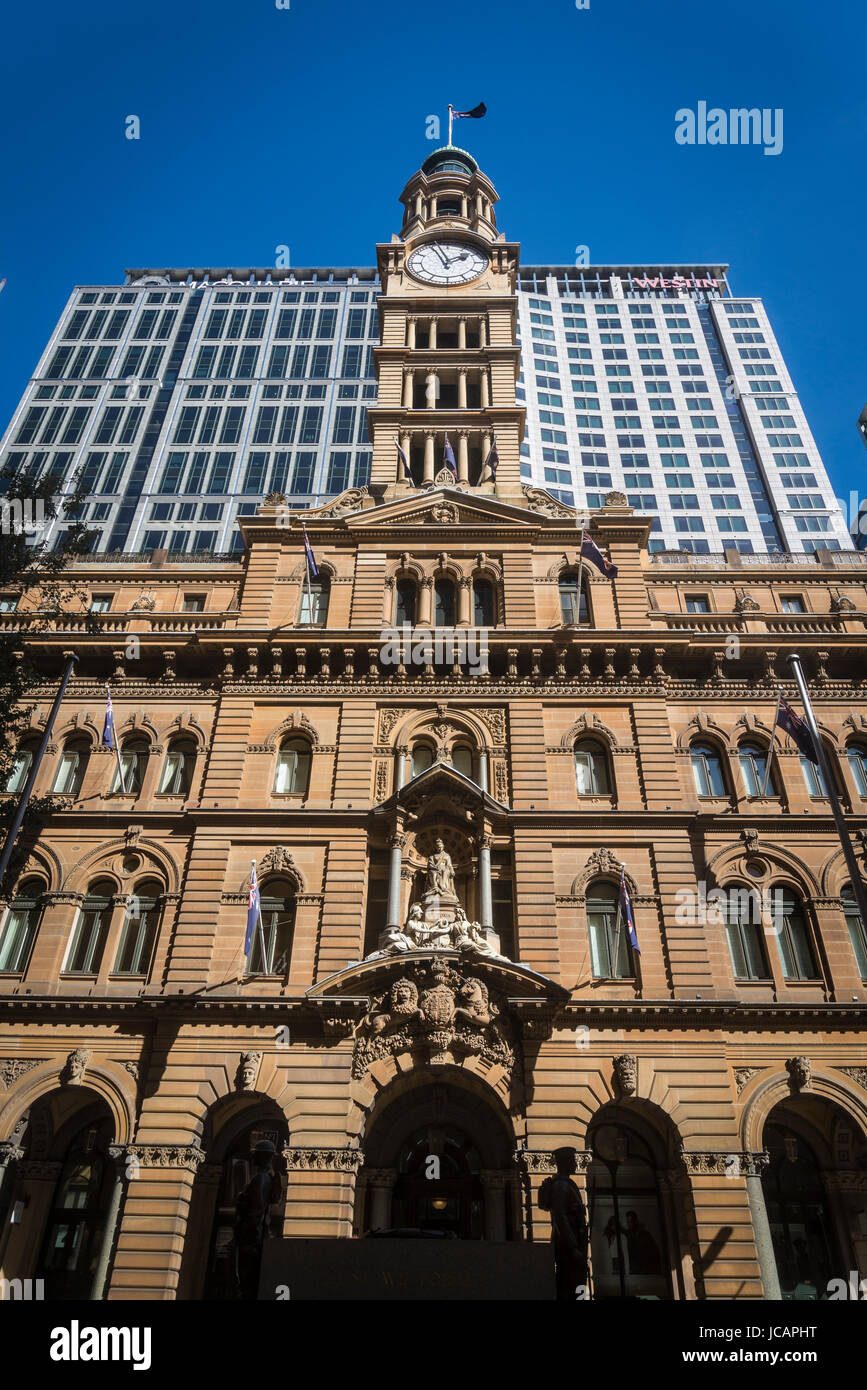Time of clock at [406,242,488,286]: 1:56
